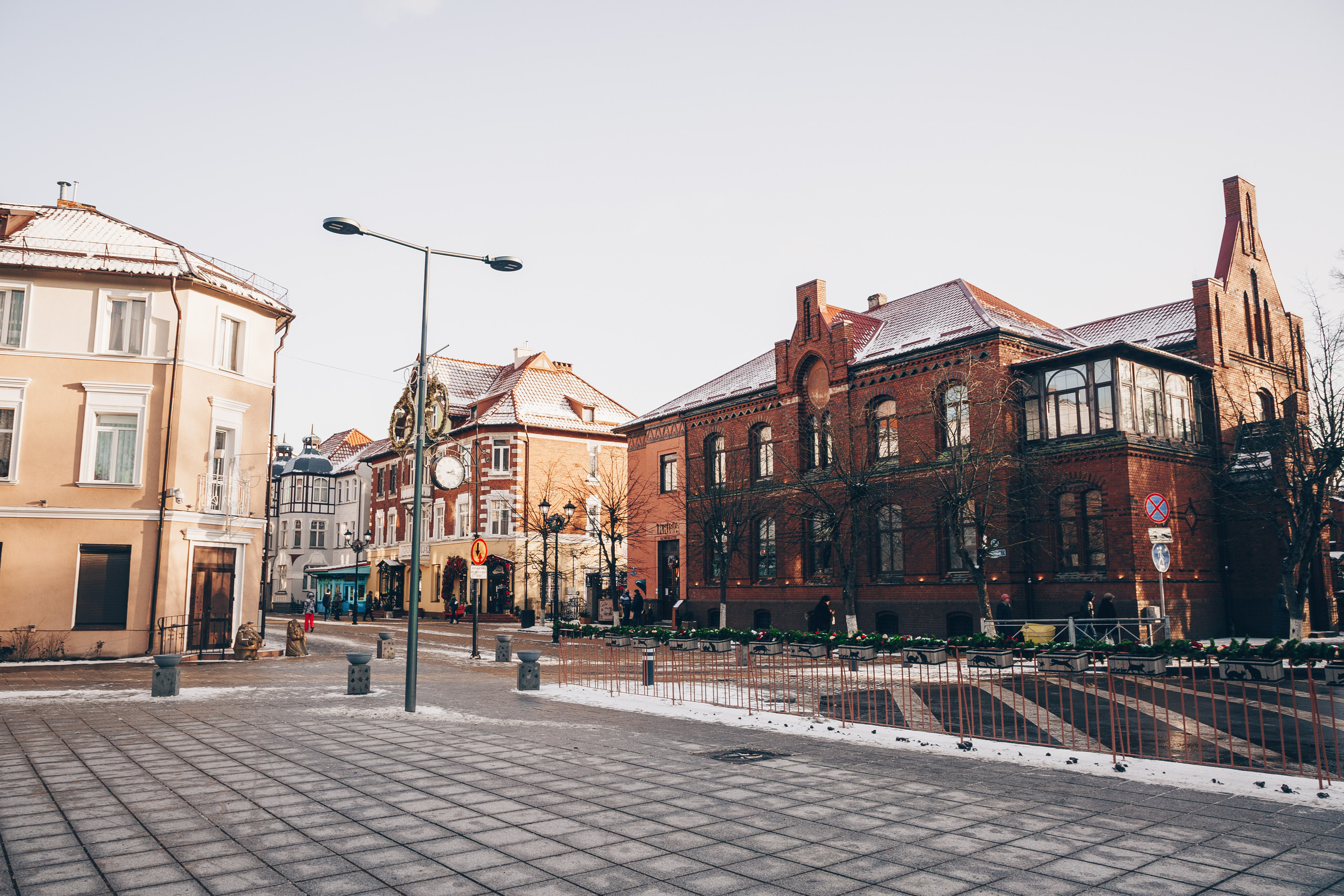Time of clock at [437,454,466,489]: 2:18
